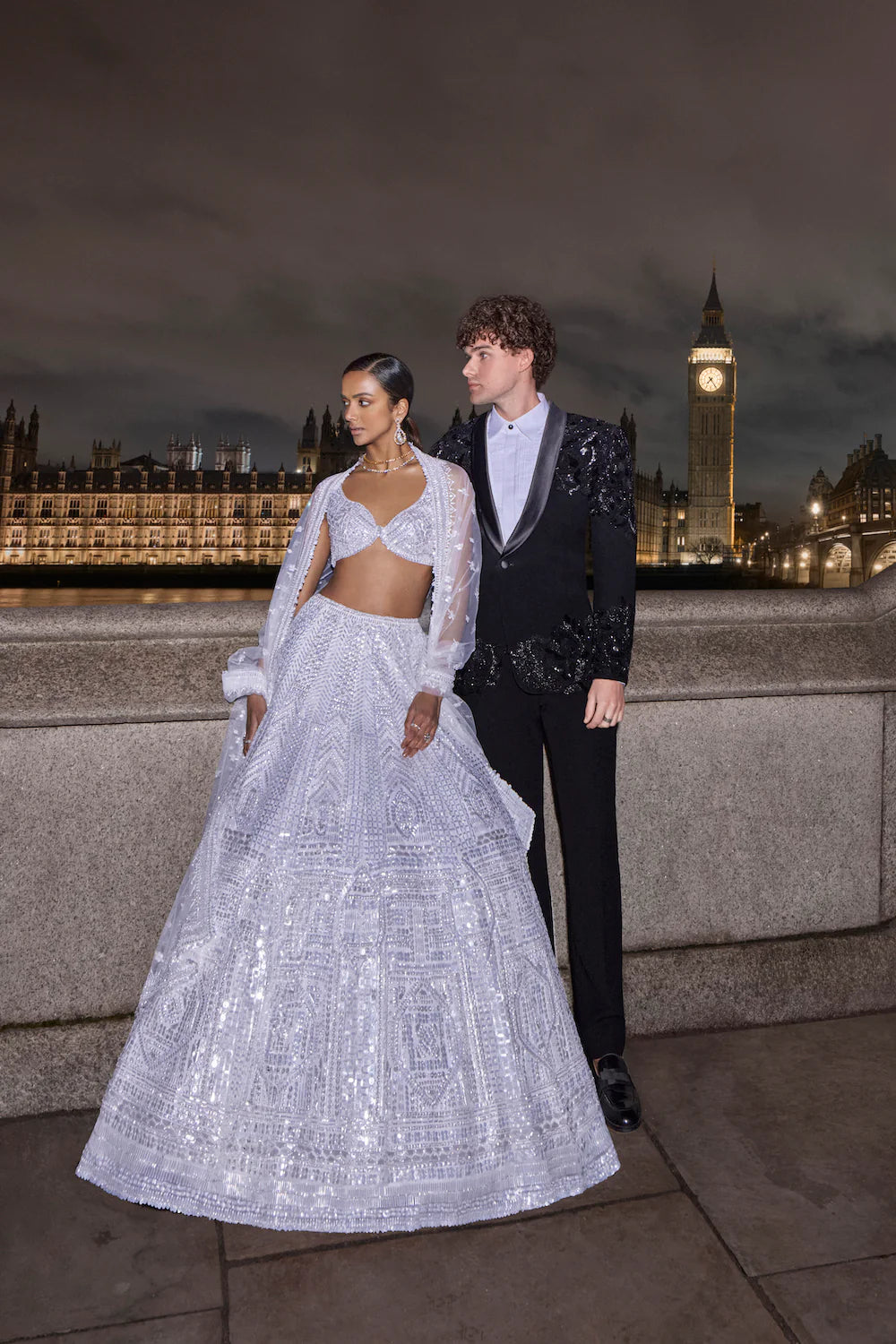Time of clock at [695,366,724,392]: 7:24
